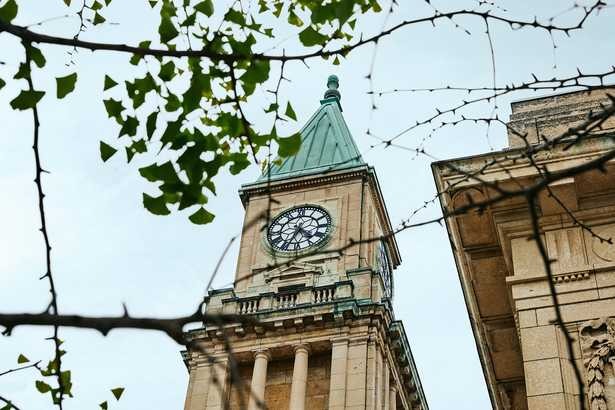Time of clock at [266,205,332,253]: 4:34
